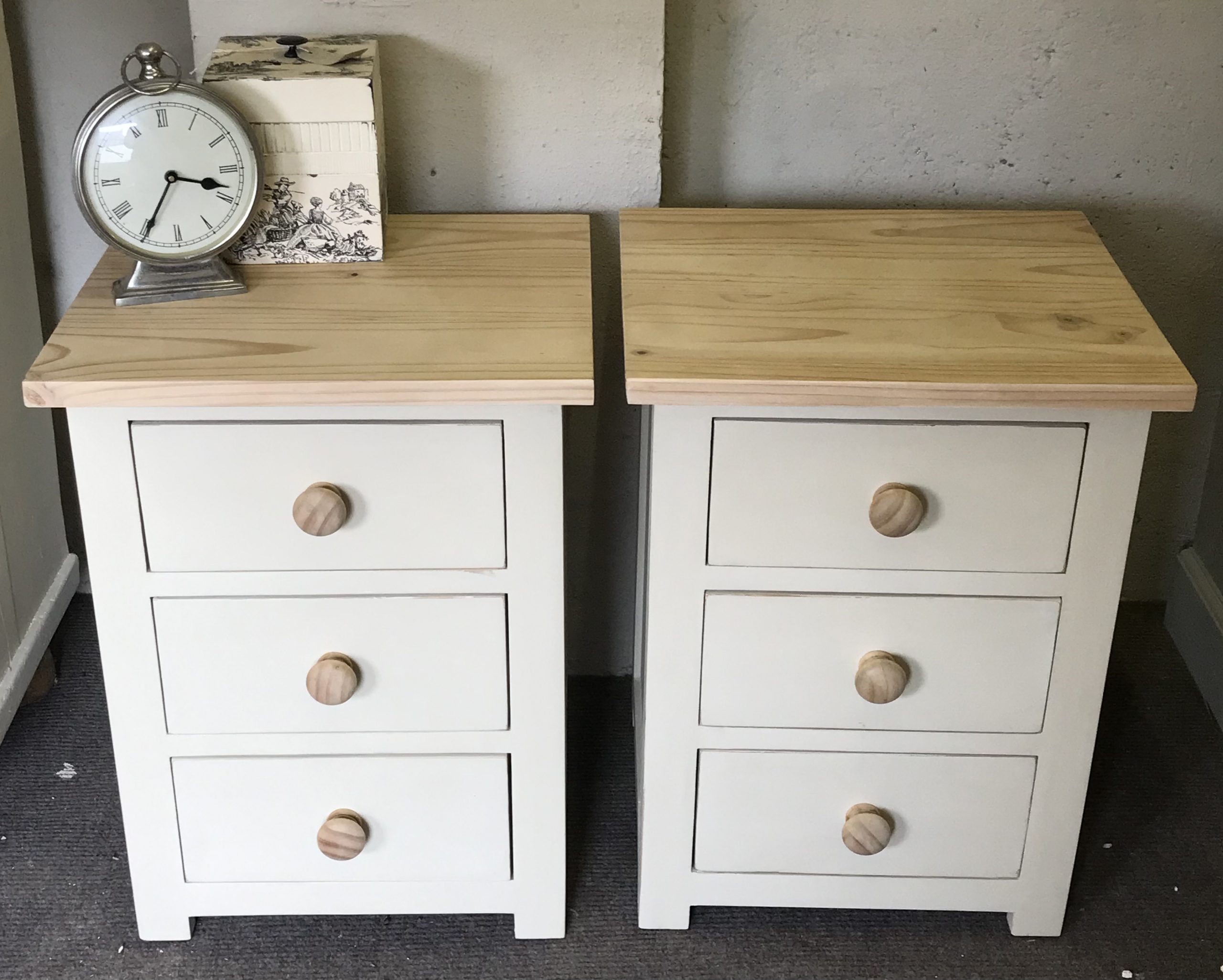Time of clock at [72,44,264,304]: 3:34
